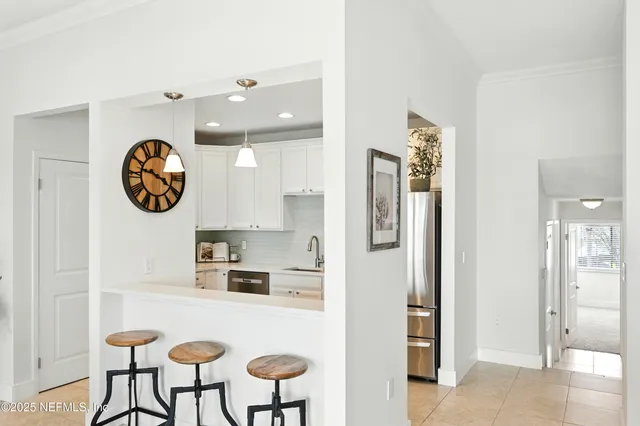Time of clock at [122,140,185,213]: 3:47
